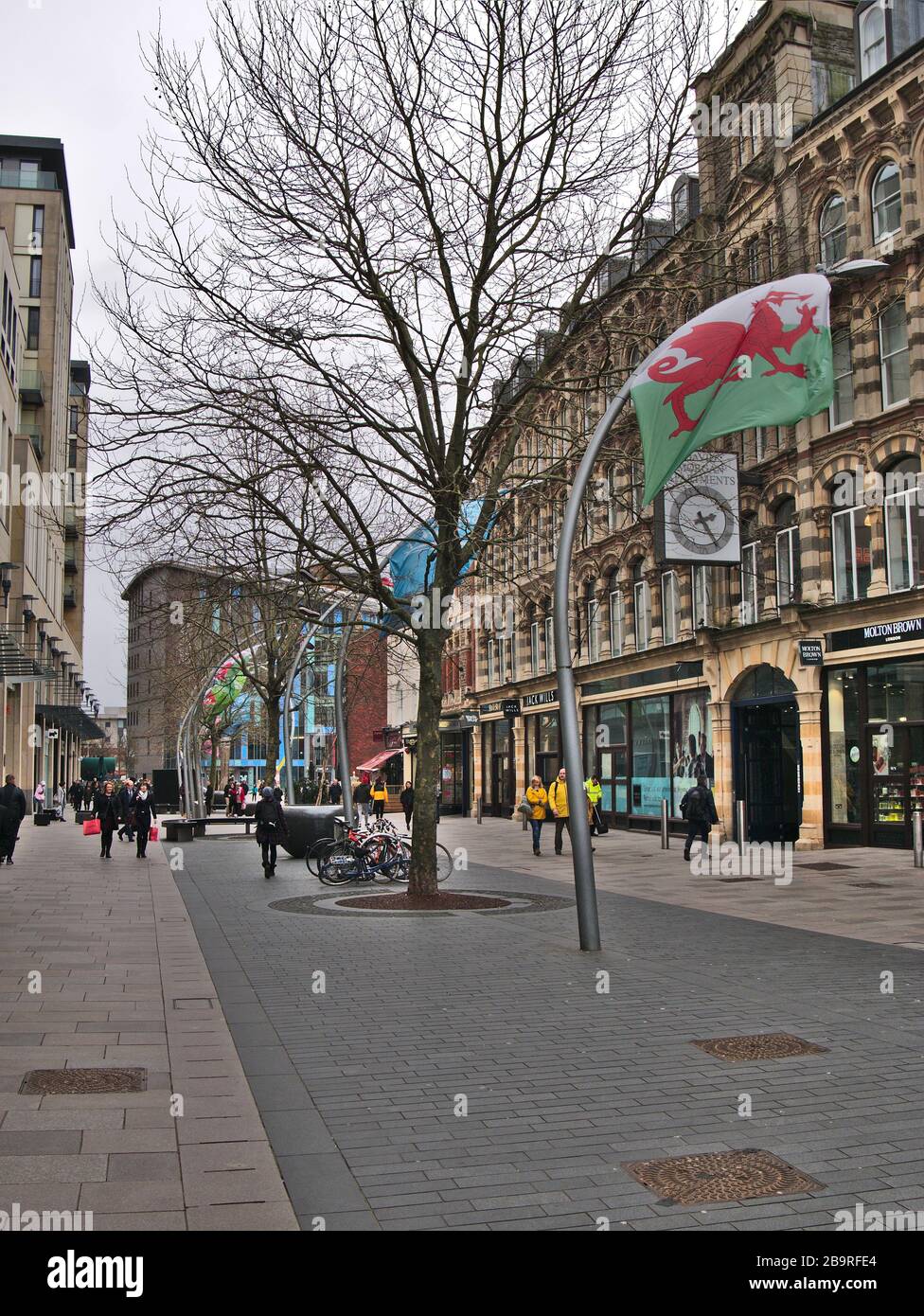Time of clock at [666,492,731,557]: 2:24
